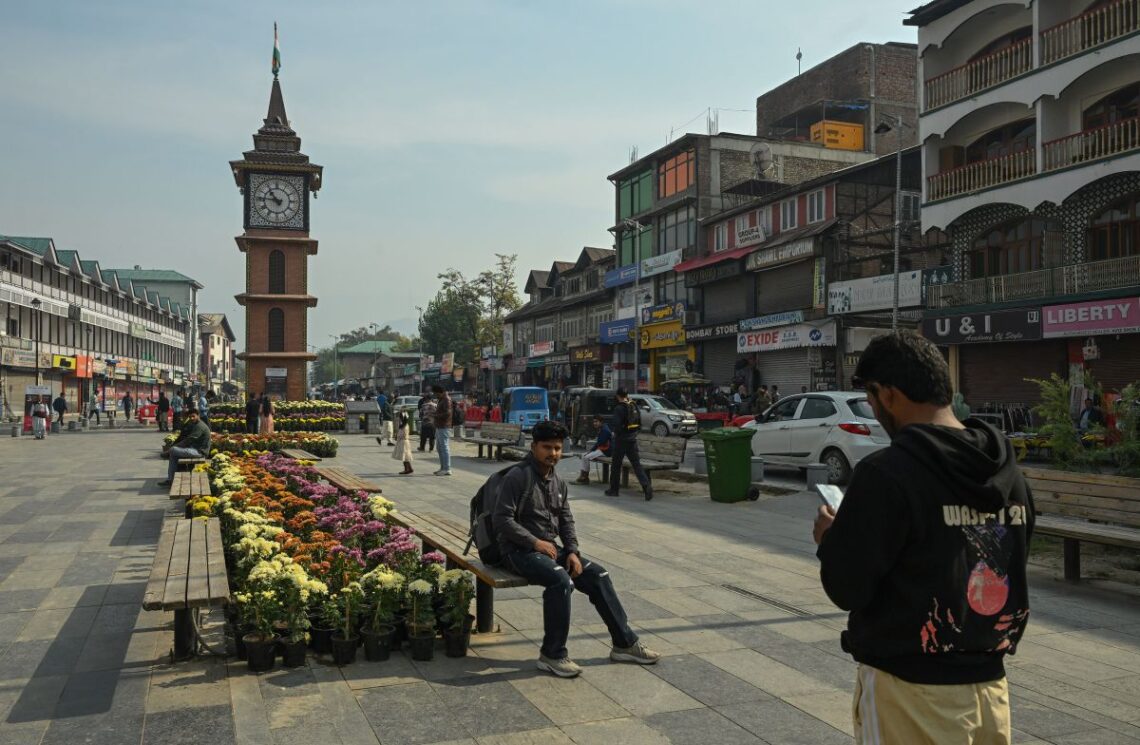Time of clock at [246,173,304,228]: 10:46
